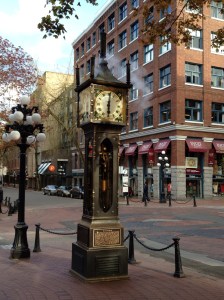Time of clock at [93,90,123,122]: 6:01
